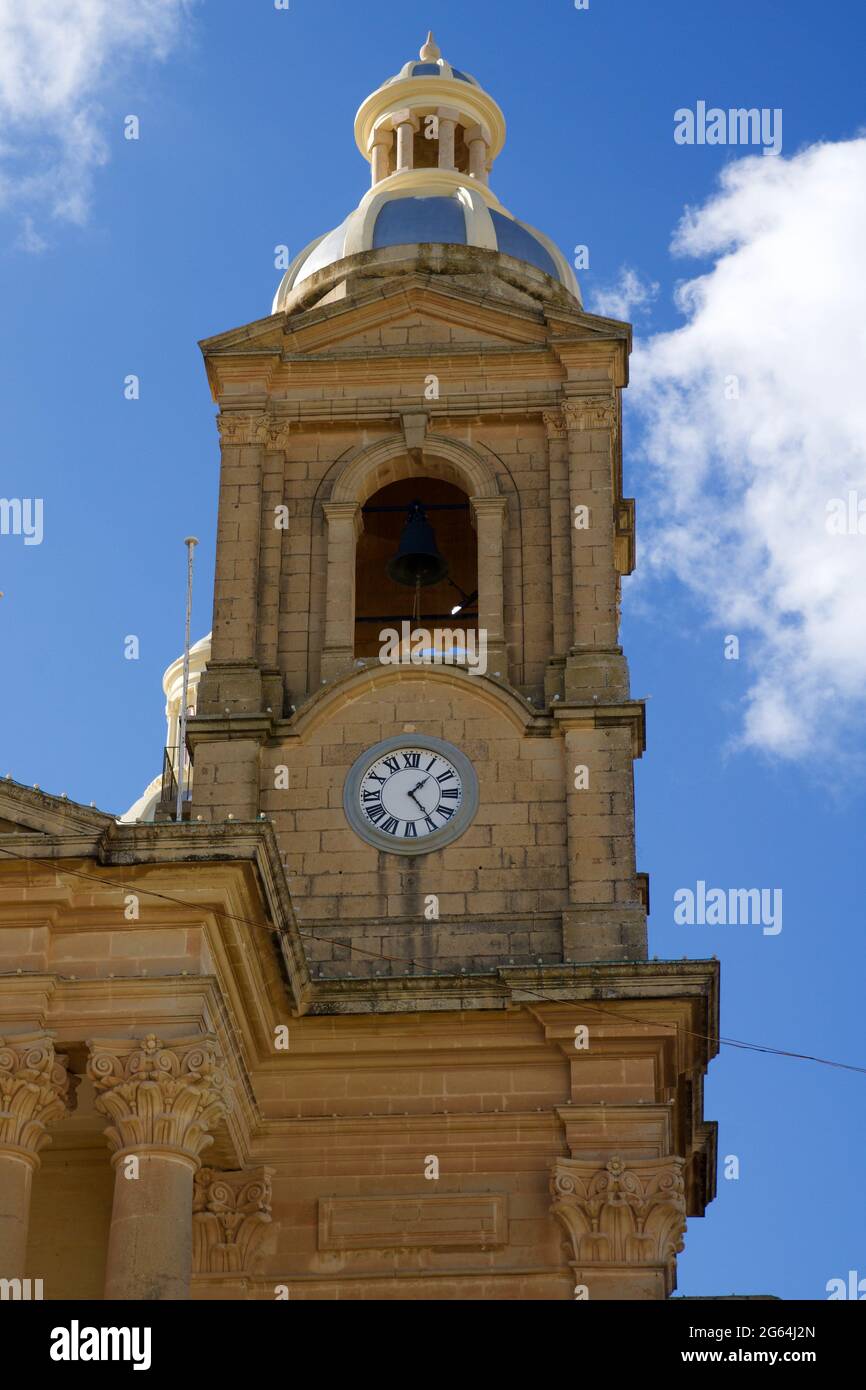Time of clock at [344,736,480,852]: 1:24
